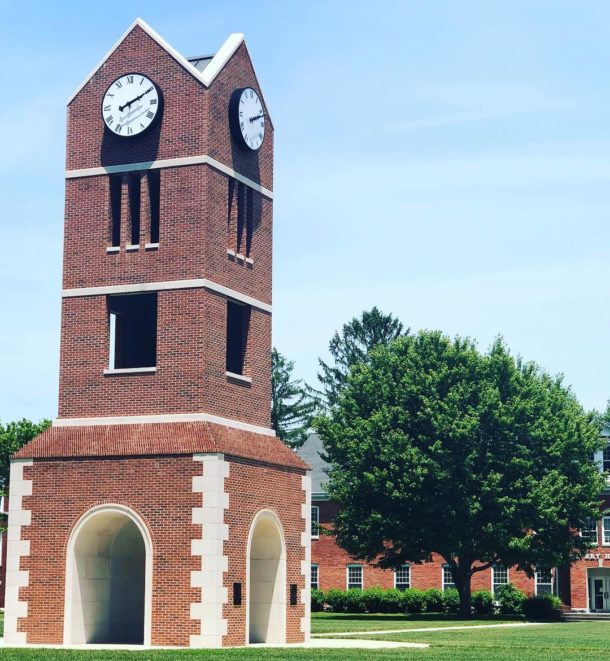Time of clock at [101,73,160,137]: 8:10
